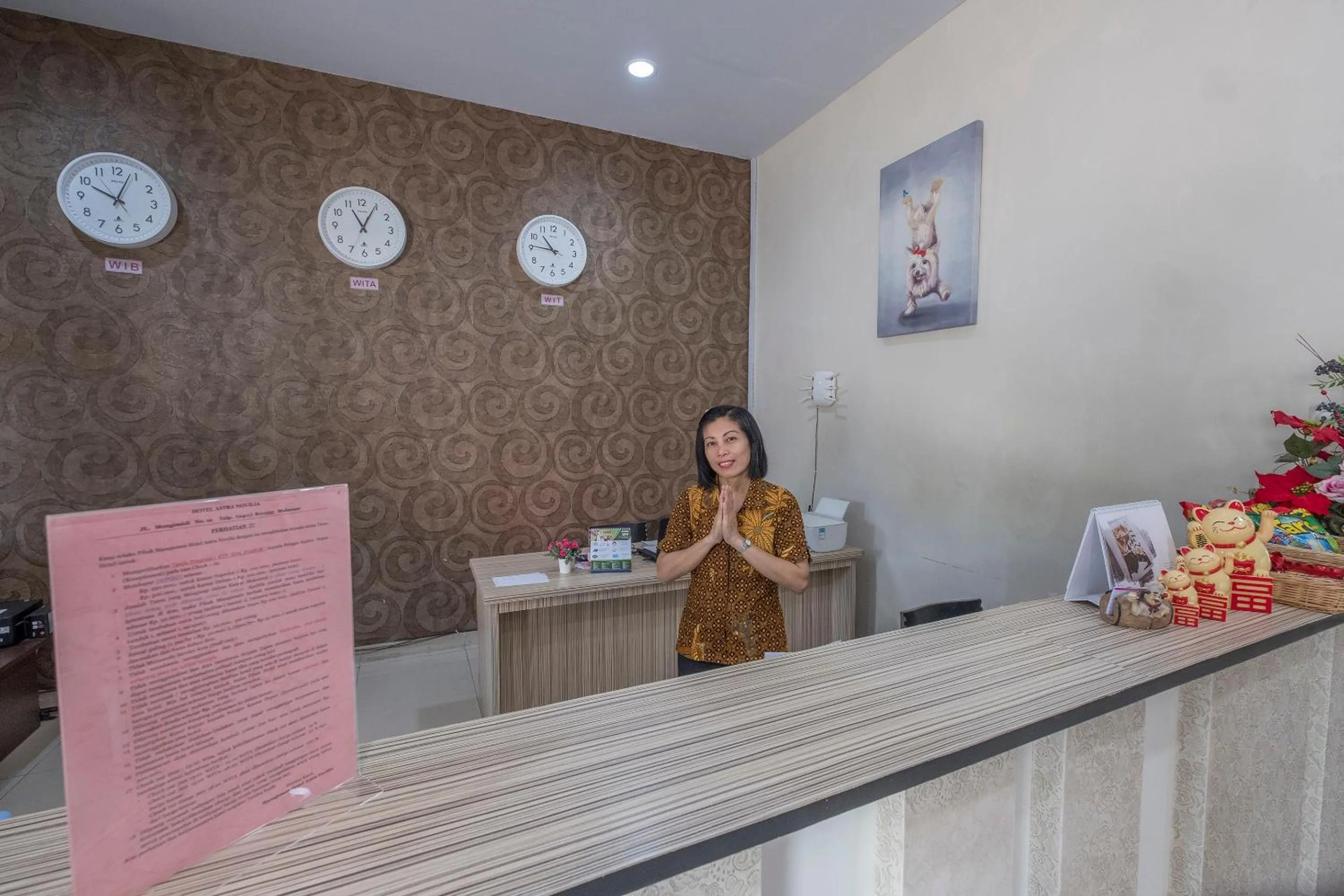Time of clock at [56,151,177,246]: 10:03
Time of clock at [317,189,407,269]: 11:04
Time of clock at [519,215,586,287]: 10:45
